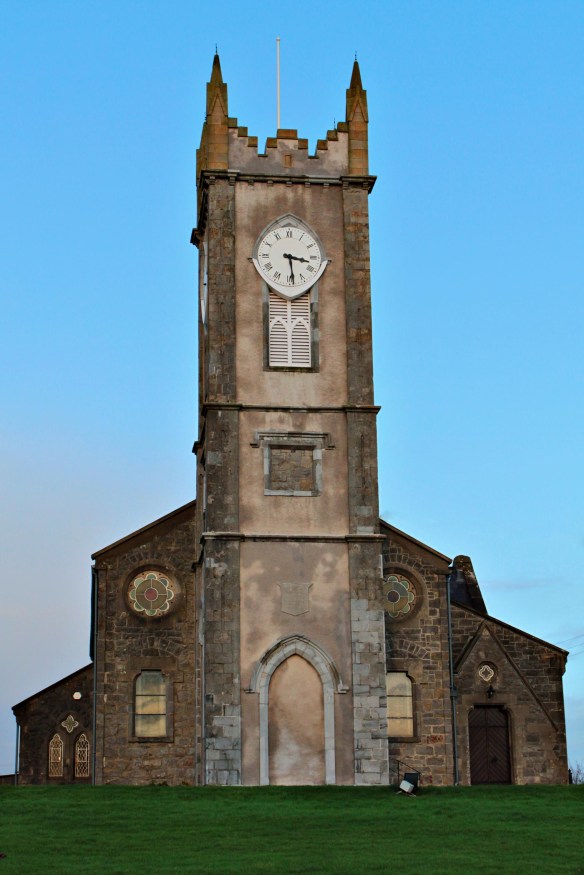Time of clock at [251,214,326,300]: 3:28
